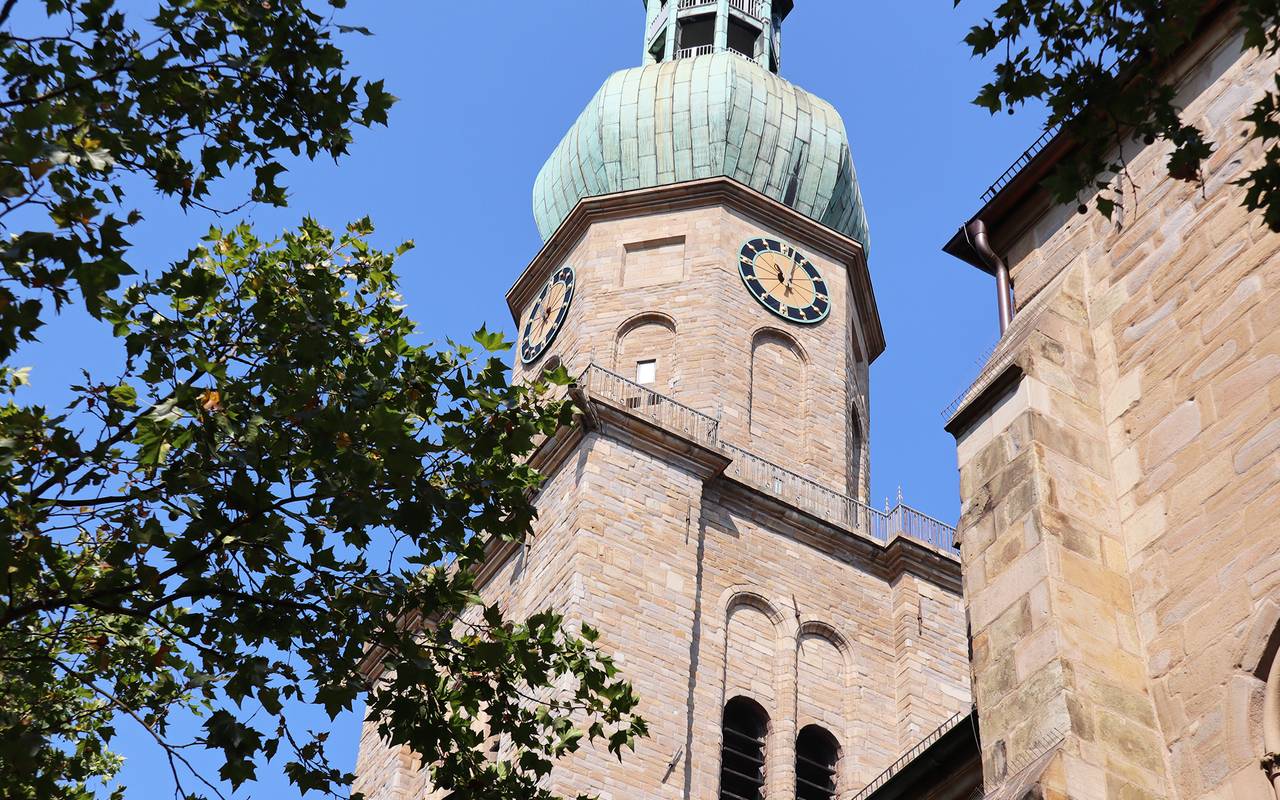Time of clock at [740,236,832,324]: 11:02
